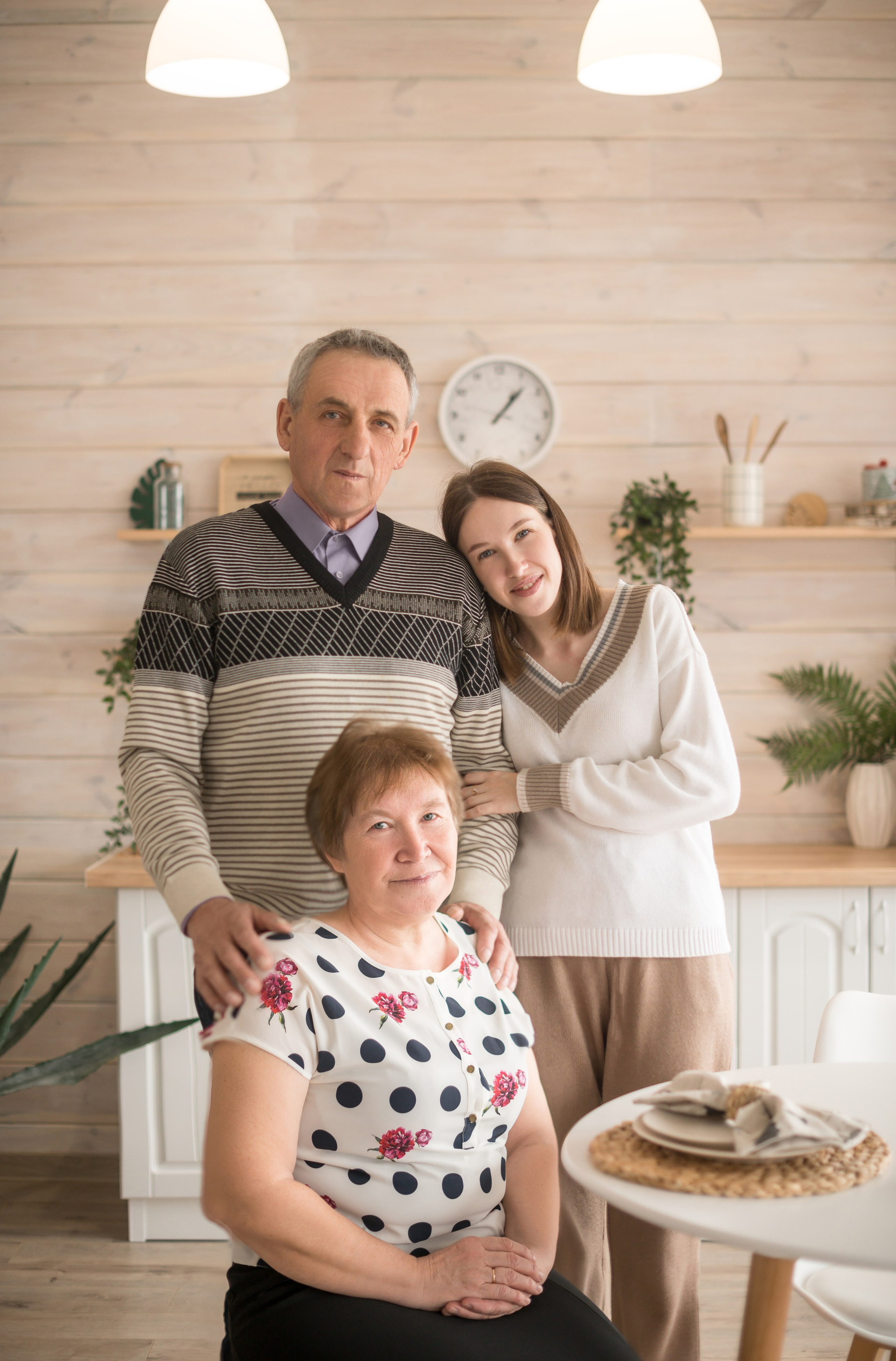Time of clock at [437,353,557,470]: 1:07
